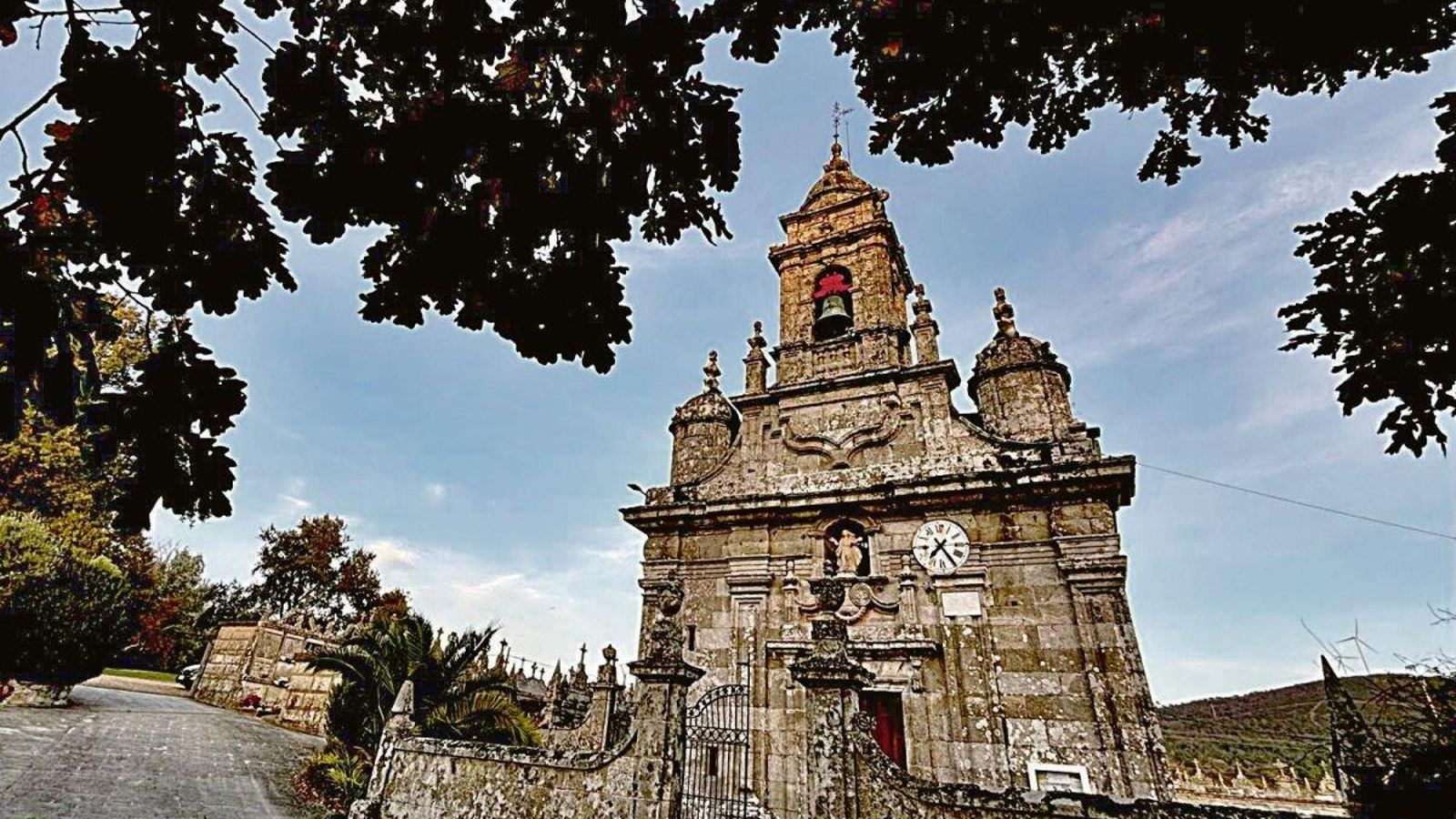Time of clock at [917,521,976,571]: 7:24
